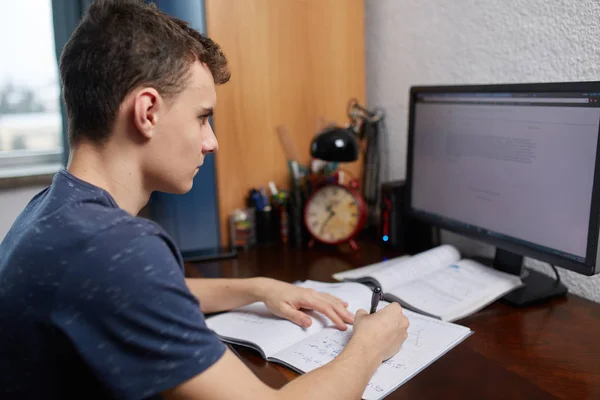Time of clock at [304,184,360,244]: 10:36
